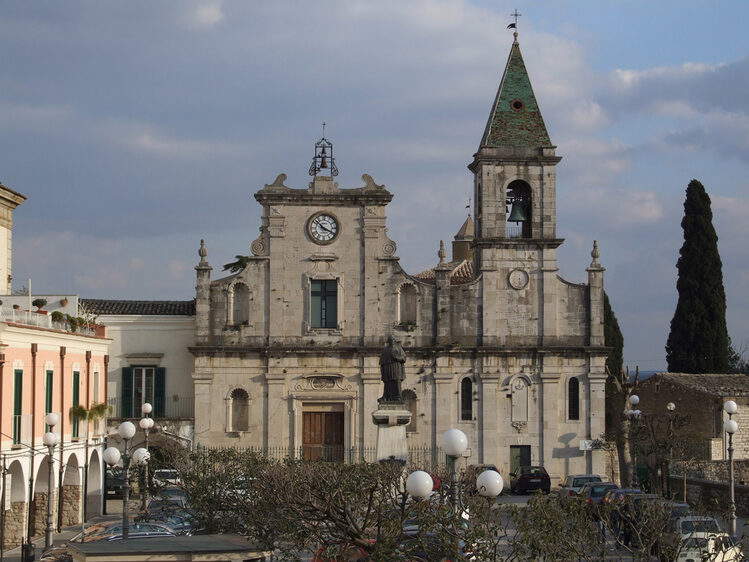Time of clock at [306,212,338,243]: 10:19
